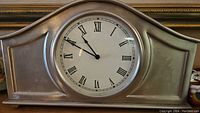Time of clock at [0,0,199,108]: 10:49
